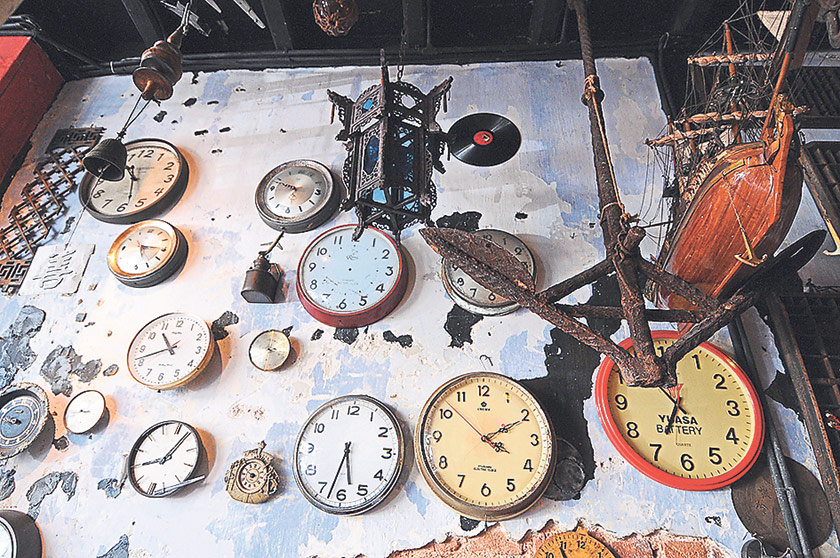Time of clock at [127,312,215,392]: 10:41
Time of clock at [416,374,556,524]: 4:10
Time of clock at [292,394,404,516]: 5:32
